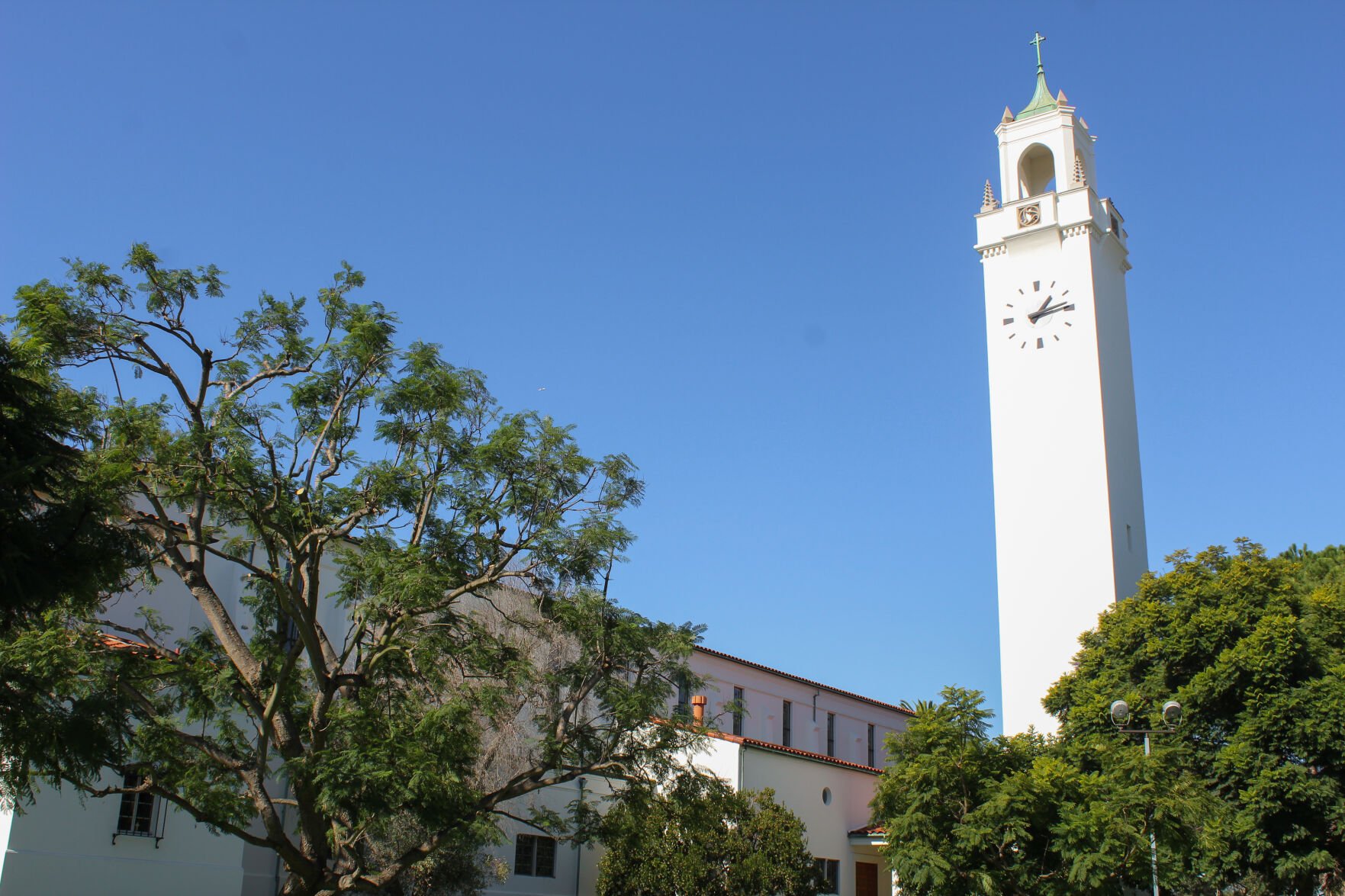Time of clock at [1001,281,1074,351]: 1:13
